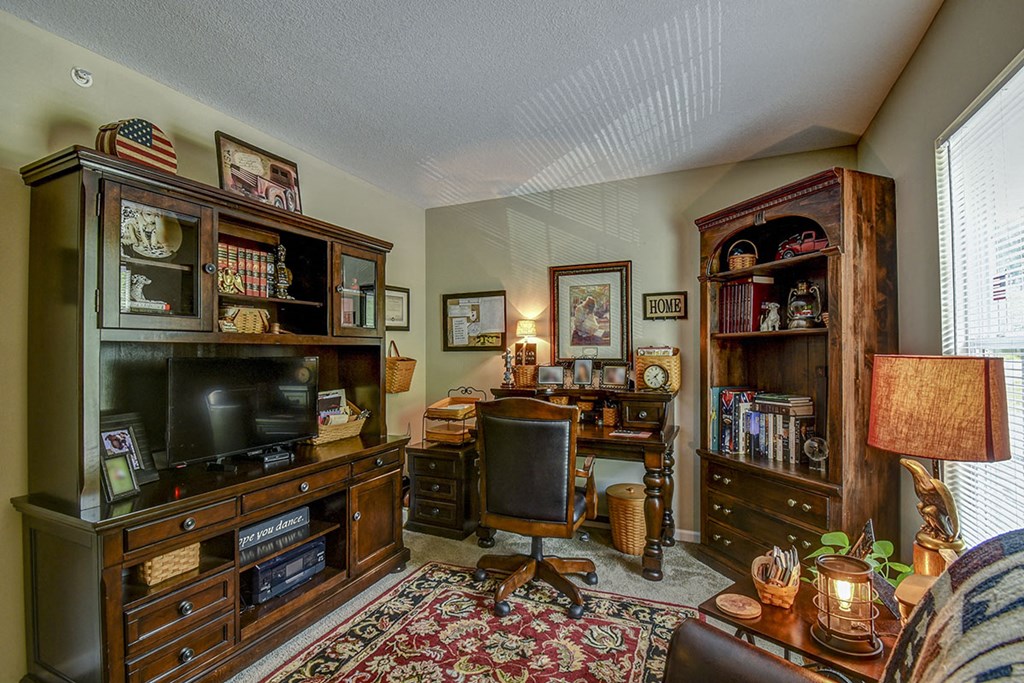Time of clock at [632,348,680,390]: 1:23
